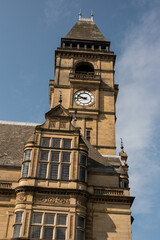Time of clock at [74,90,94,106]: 9:43
